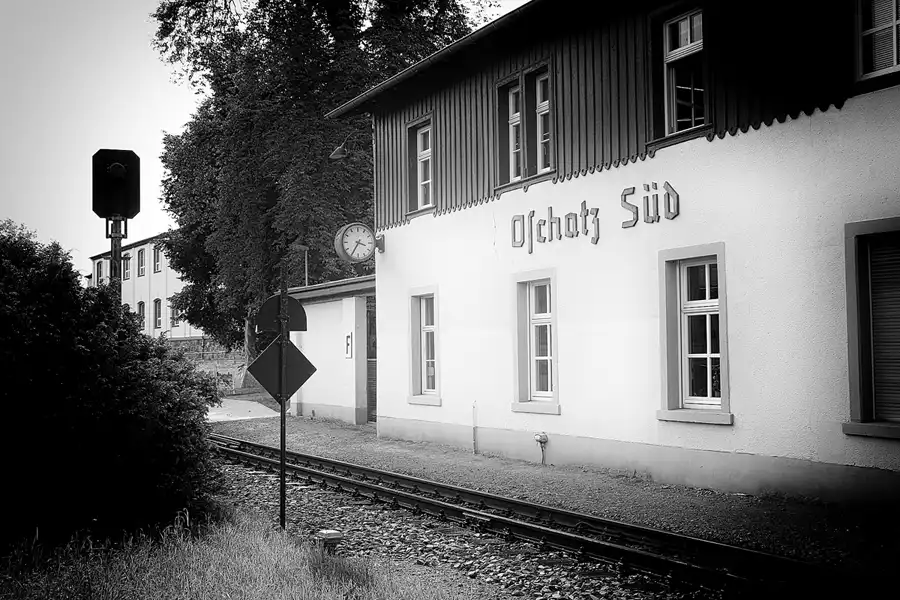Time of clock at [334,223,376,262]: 3:35
